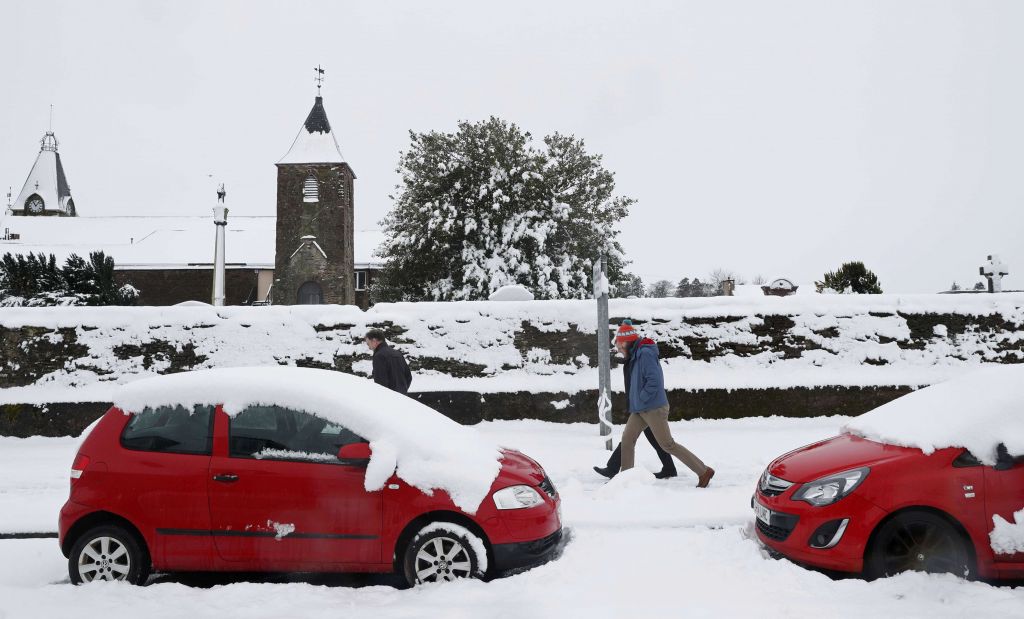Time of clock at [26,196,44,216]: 11:07
